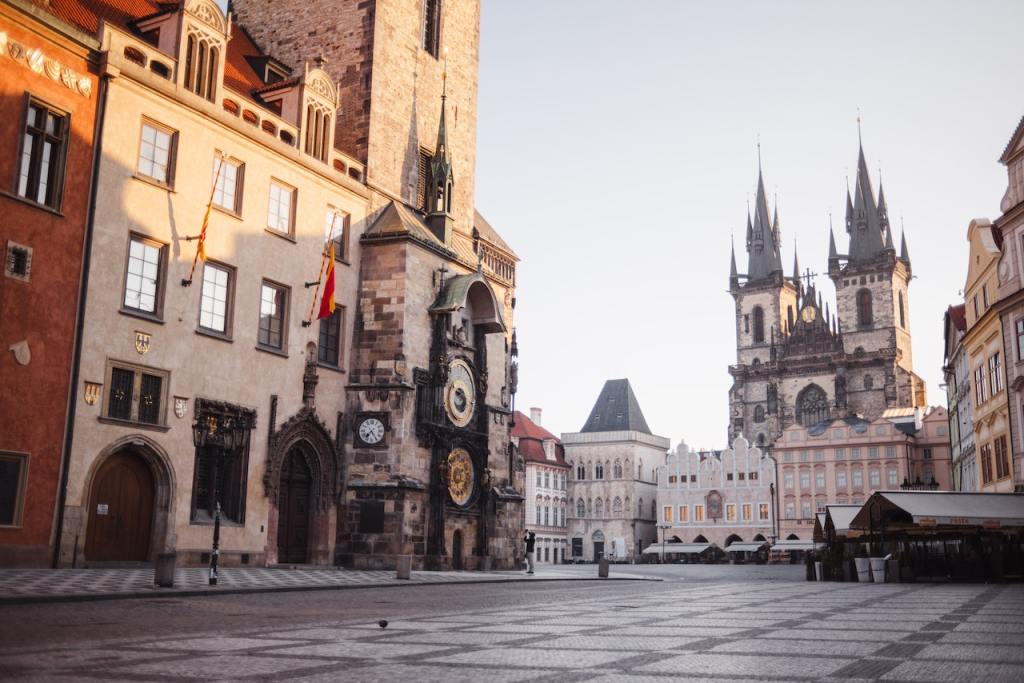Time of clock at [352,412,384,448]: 7:24
